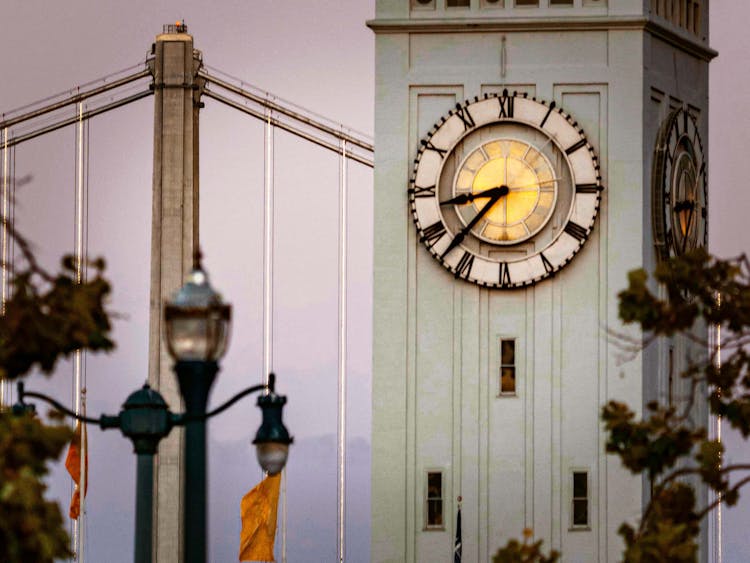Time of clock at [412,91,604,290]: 8:37
